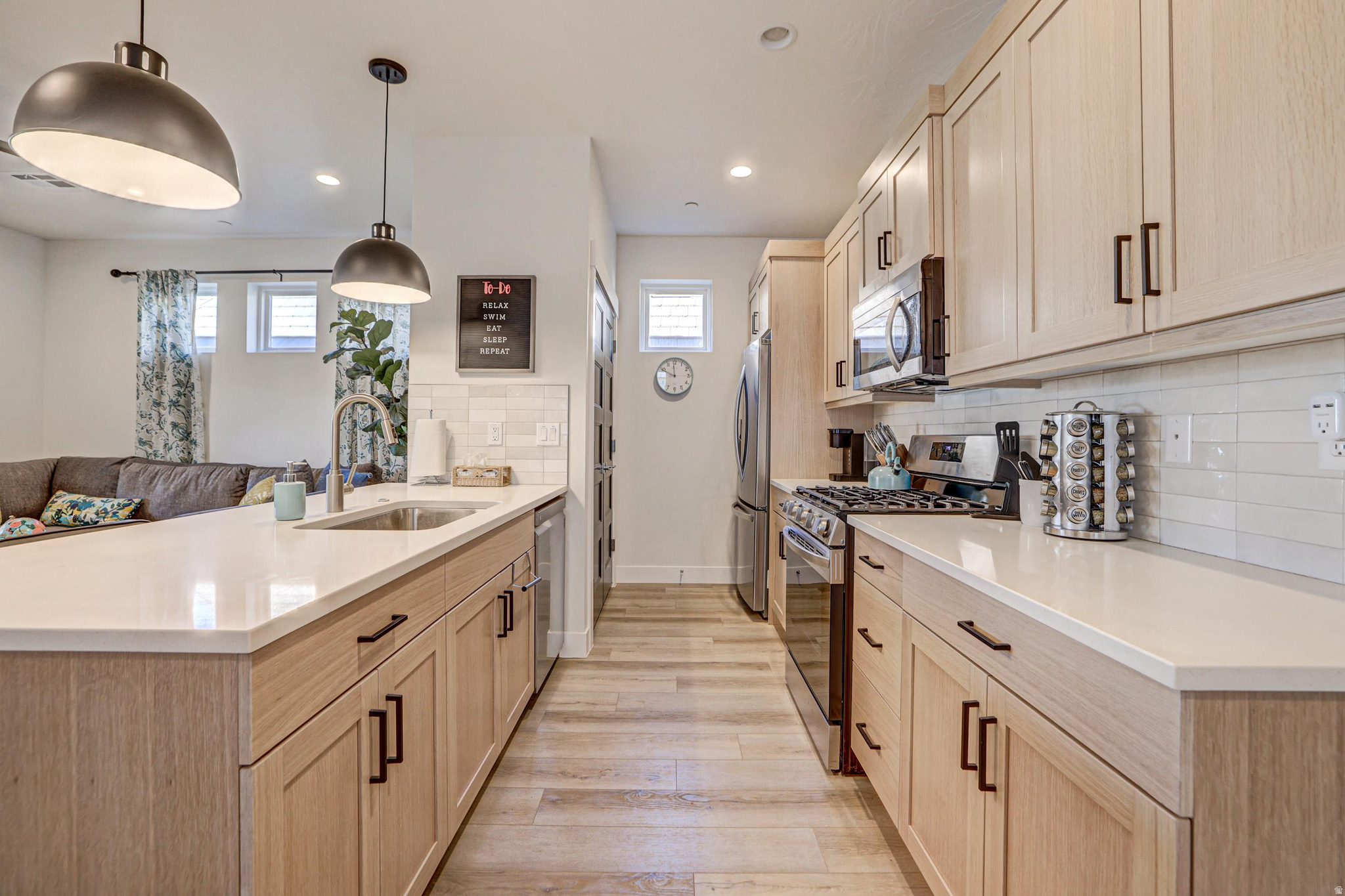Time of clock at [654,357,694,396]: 11:49
